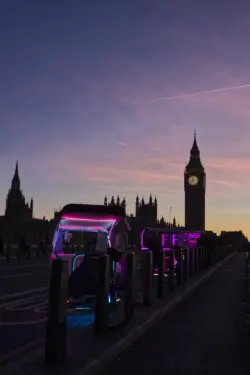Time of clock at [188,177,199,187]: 7:57
